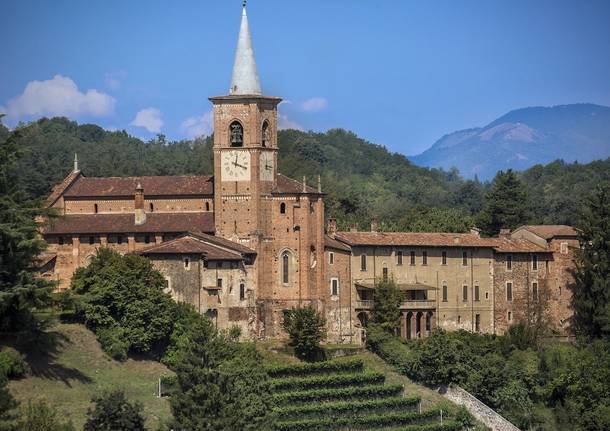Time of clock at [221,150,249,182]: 12:18
